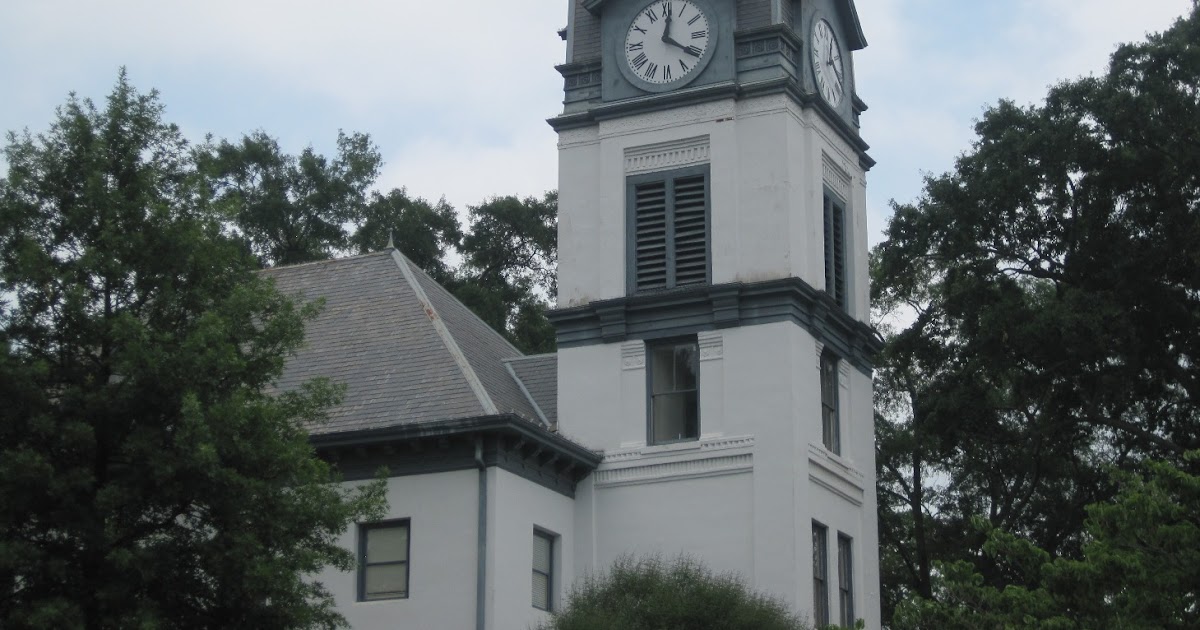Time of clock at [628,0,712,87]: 12:20
